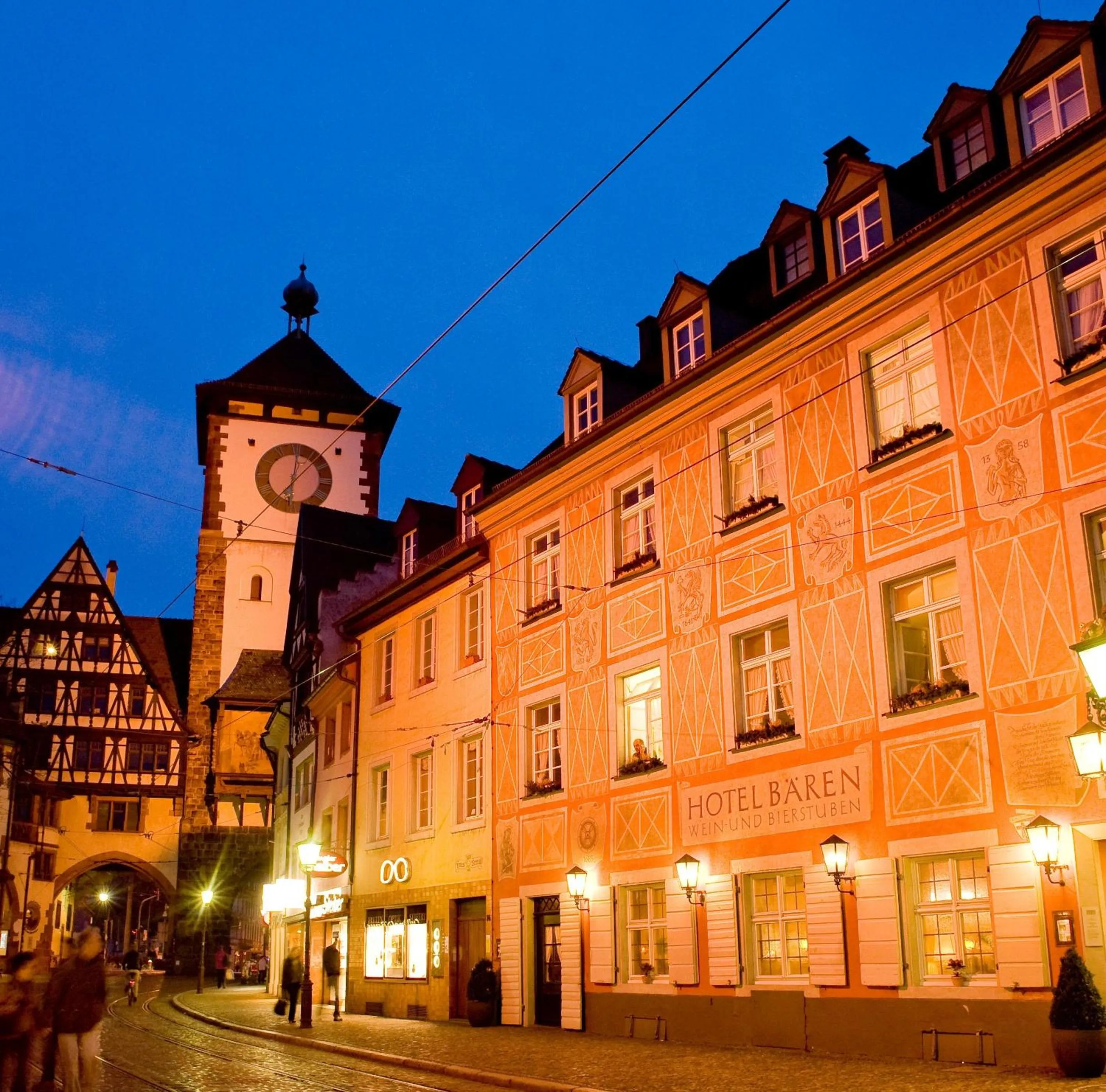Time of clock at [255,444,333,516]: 6:01
